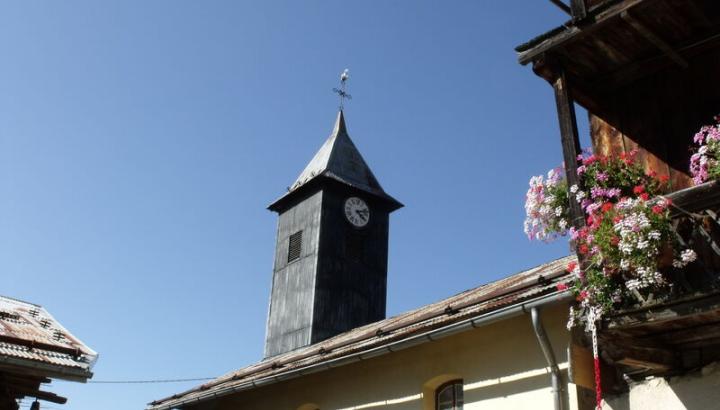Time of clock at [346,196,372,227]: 4:12
